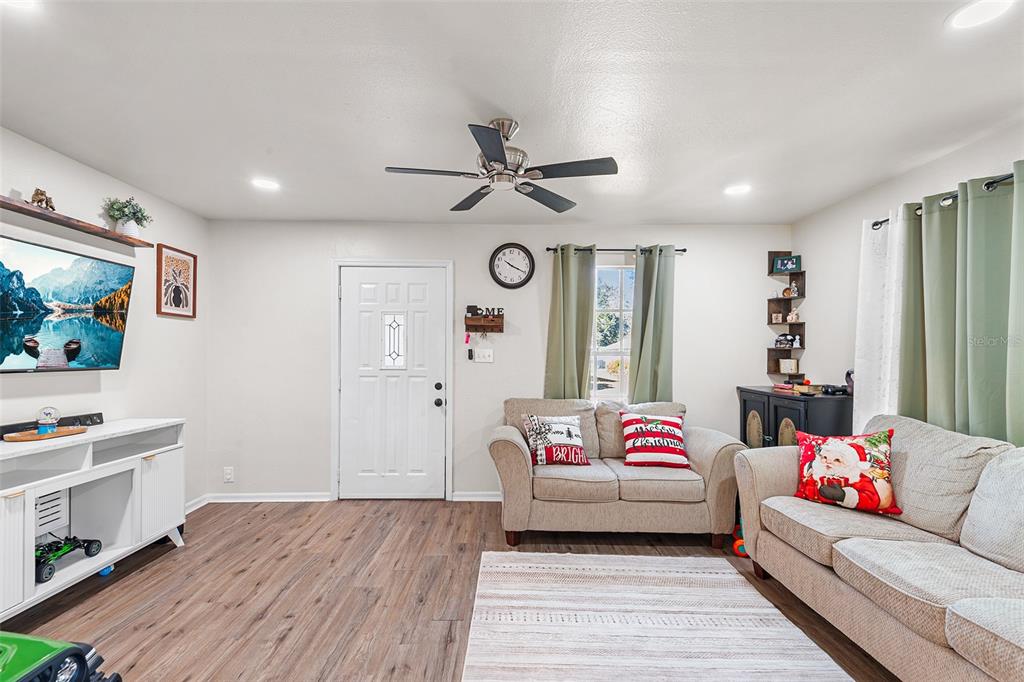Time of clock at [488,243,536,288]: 10:19
